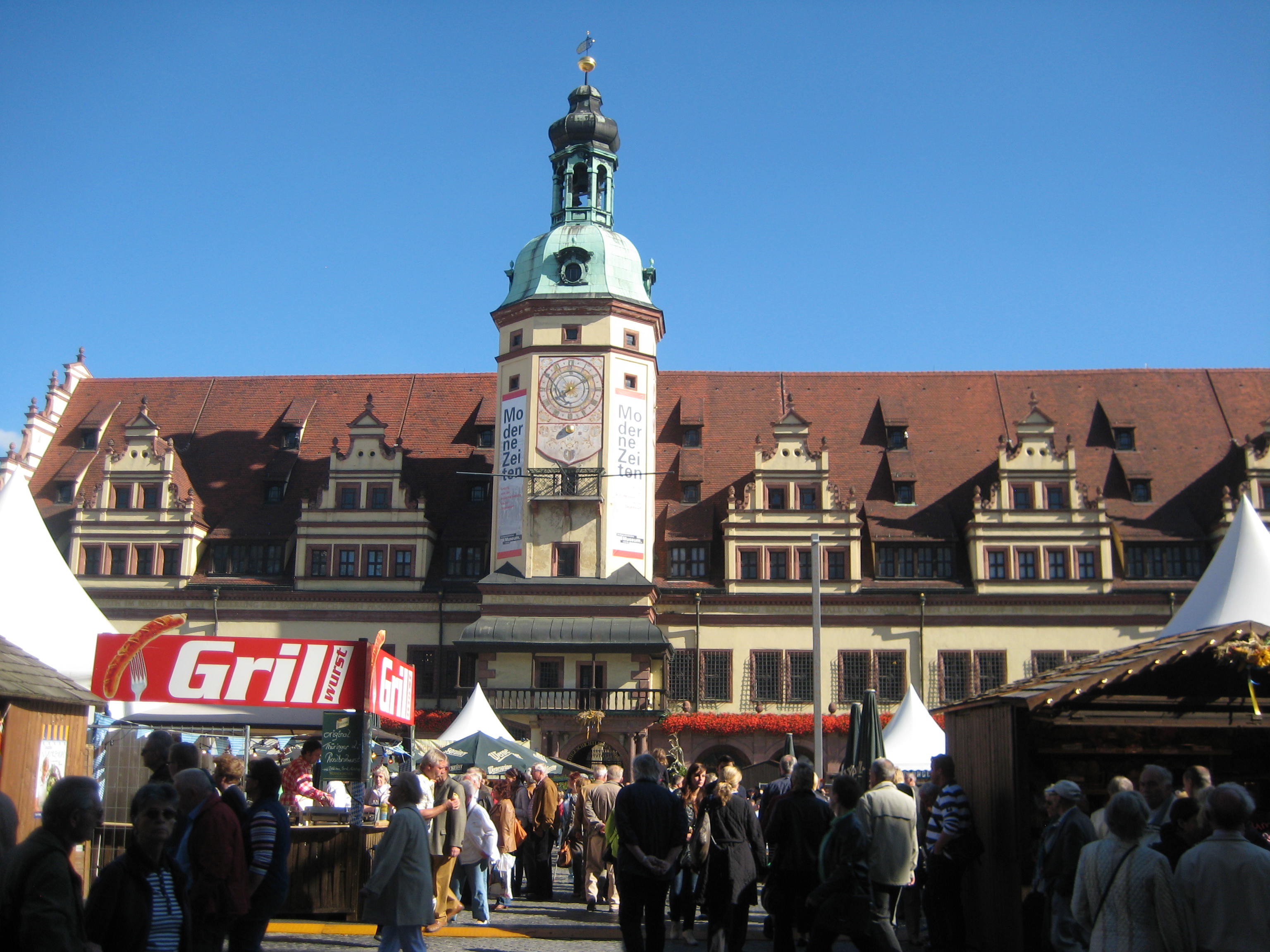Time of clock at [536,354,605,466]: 8:09
